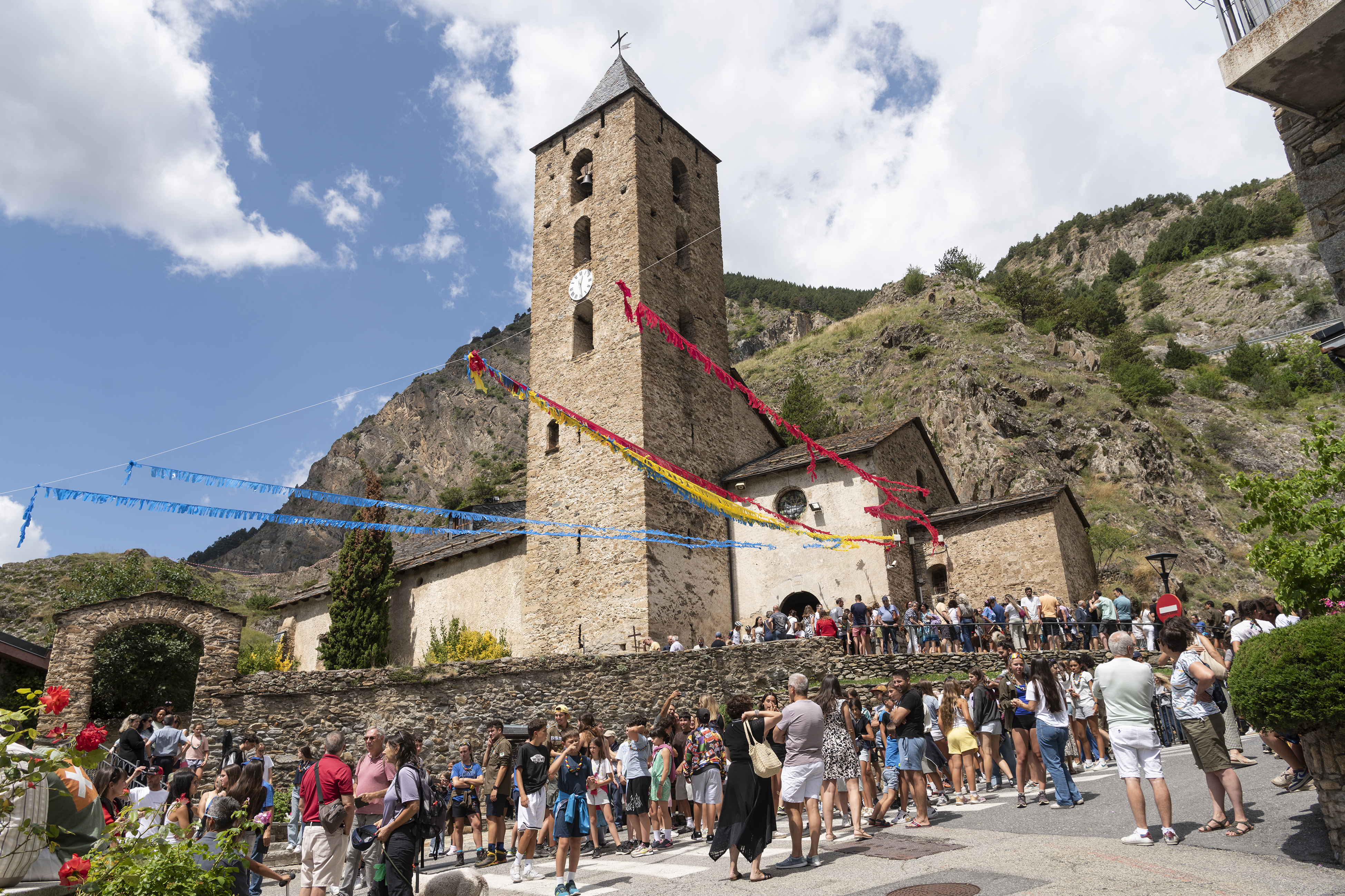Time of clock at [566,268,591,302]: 12:28
